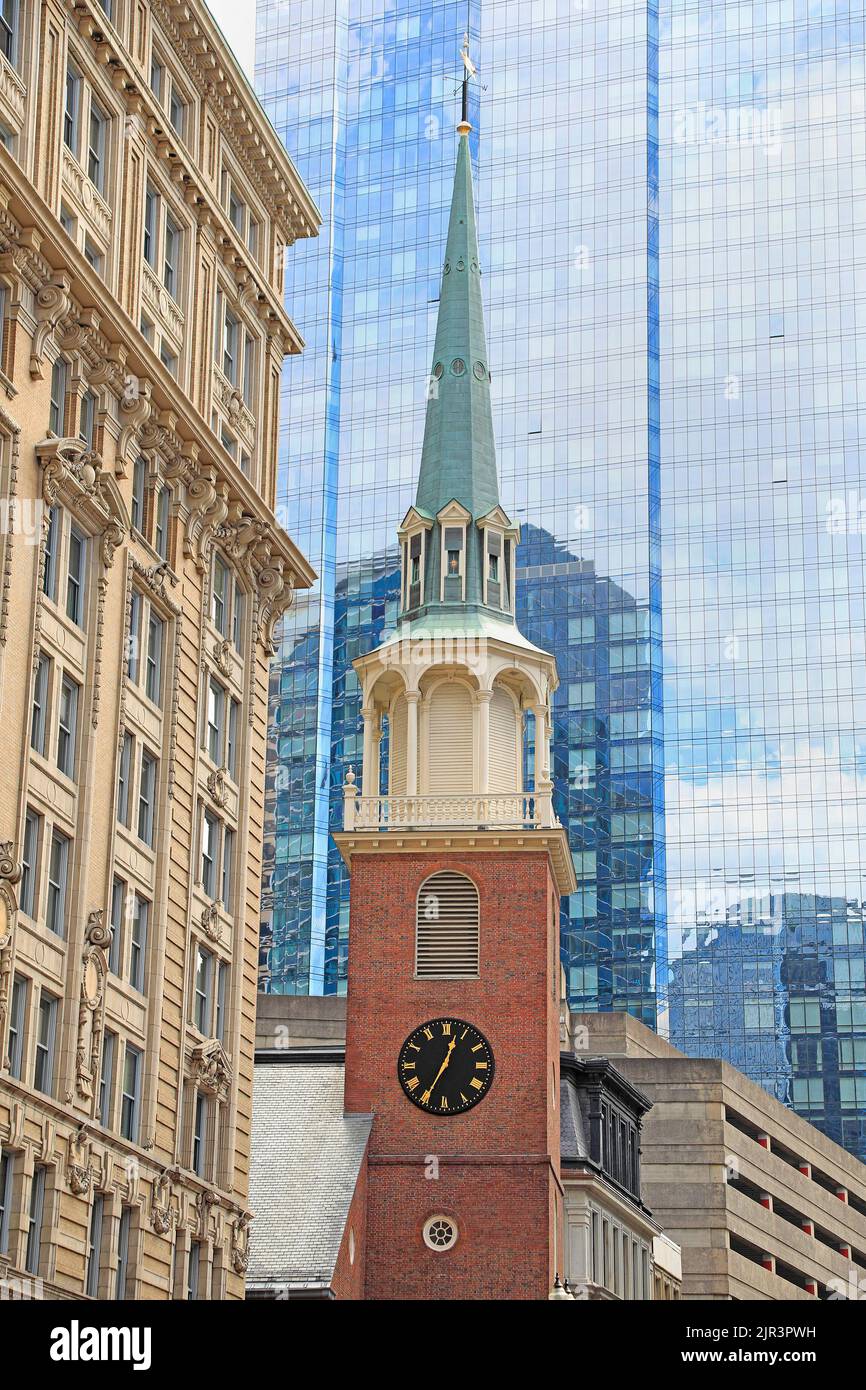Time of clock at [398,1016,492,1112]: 12:34
